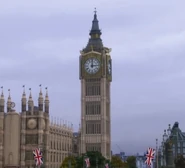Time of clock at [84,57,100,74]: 3:00
